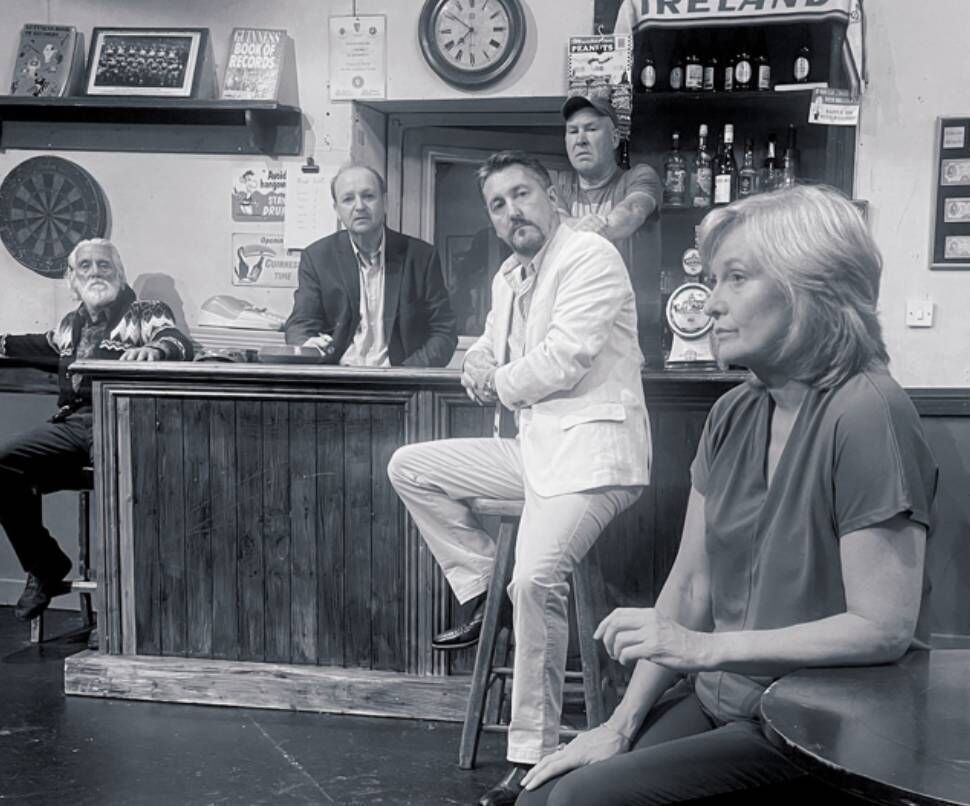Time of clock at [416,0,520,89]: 7:50
